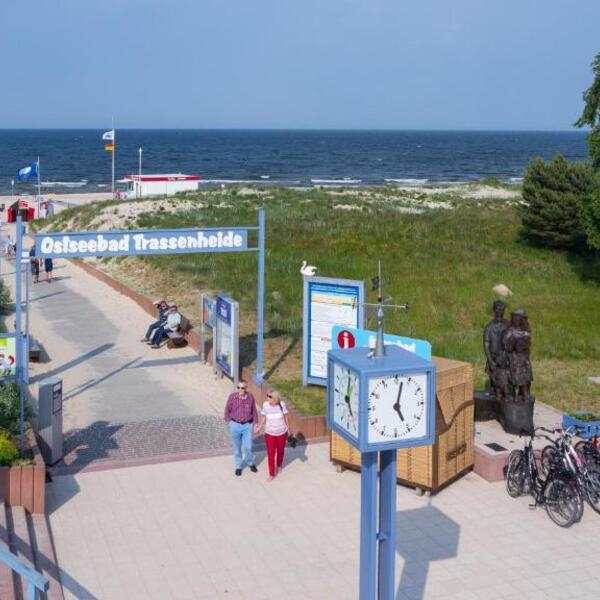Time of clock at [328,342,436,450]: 5:02
